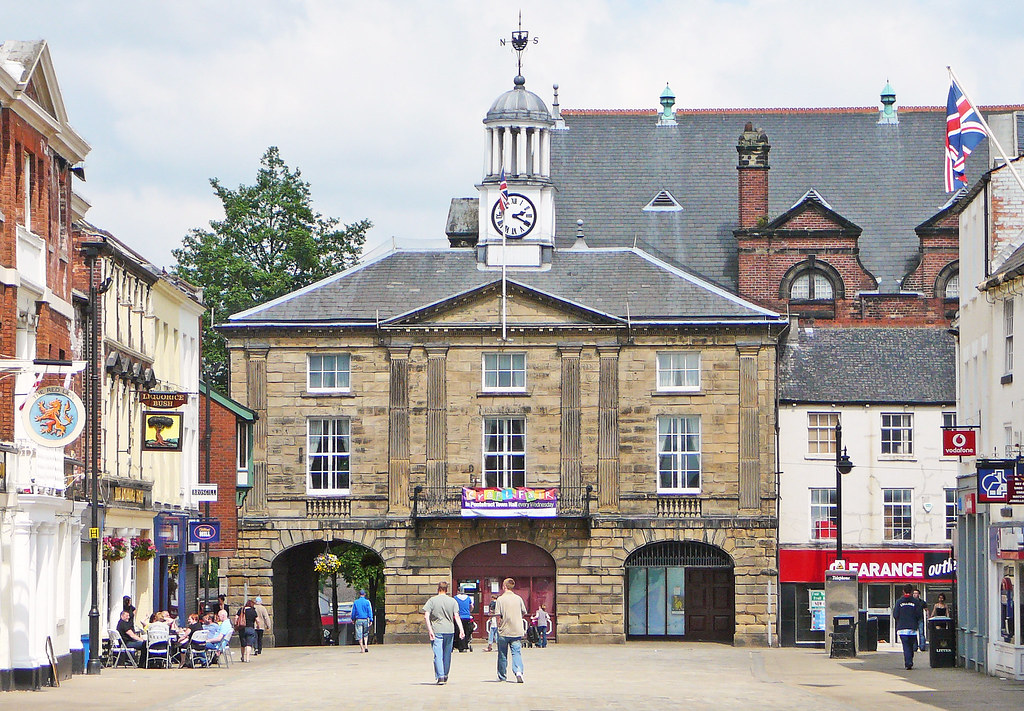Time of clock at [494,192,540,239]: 2:19
